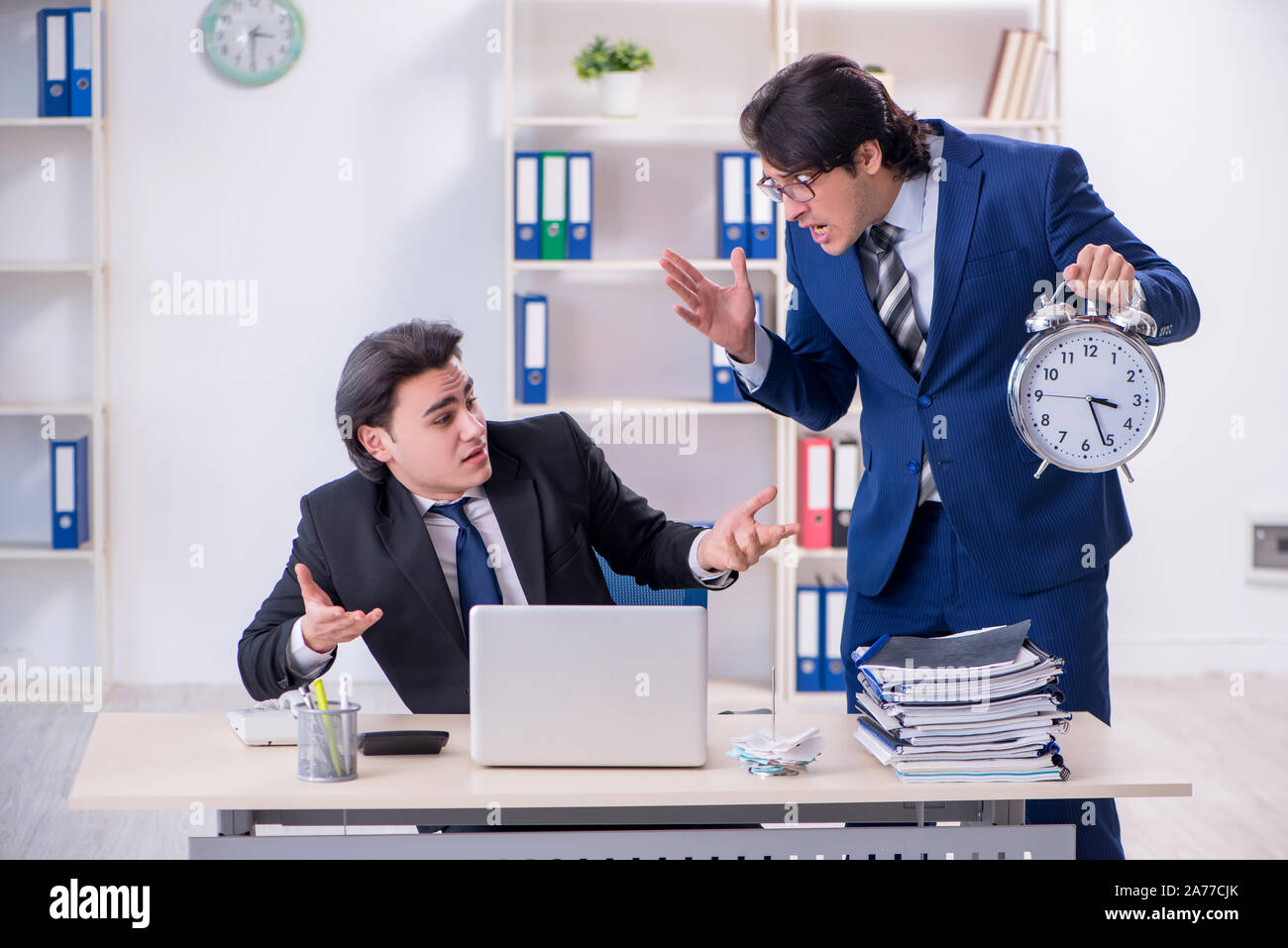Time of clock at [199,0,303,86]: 3:30
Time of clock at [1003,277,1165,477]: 3:26
